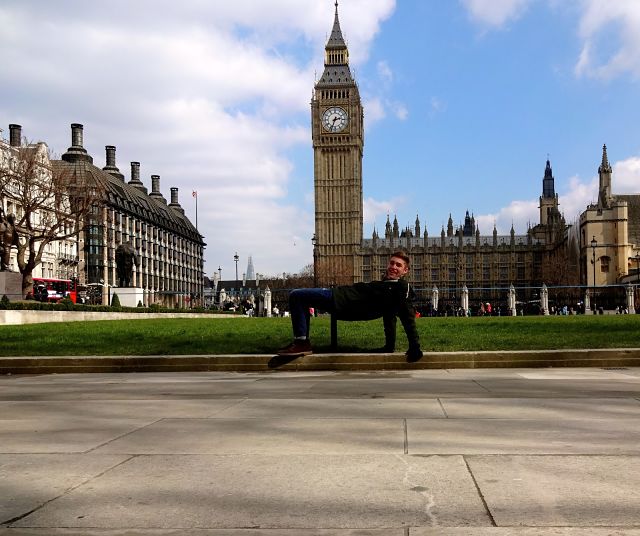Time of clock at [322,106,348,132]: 2:33
